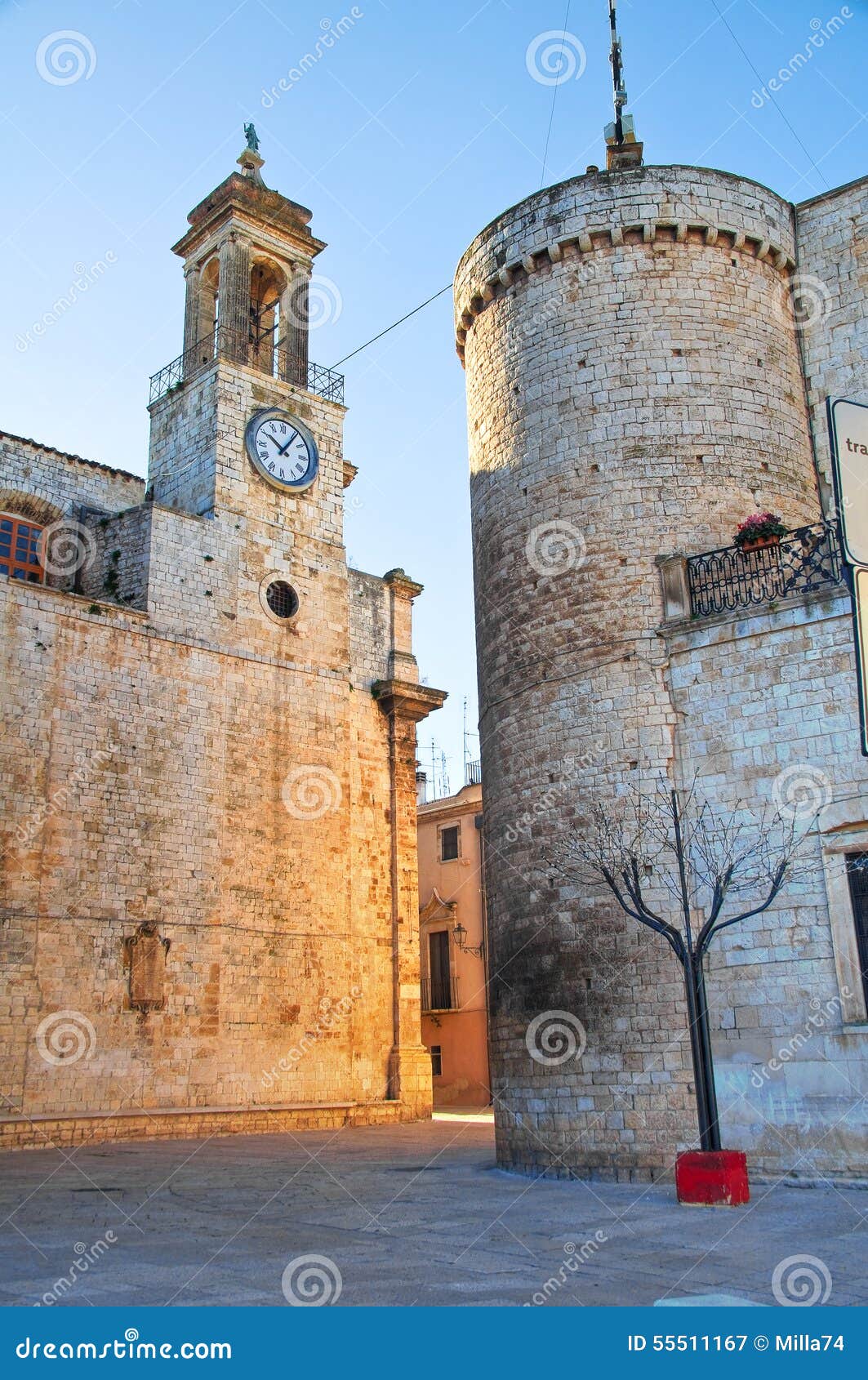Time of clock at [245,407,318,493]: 10:06
